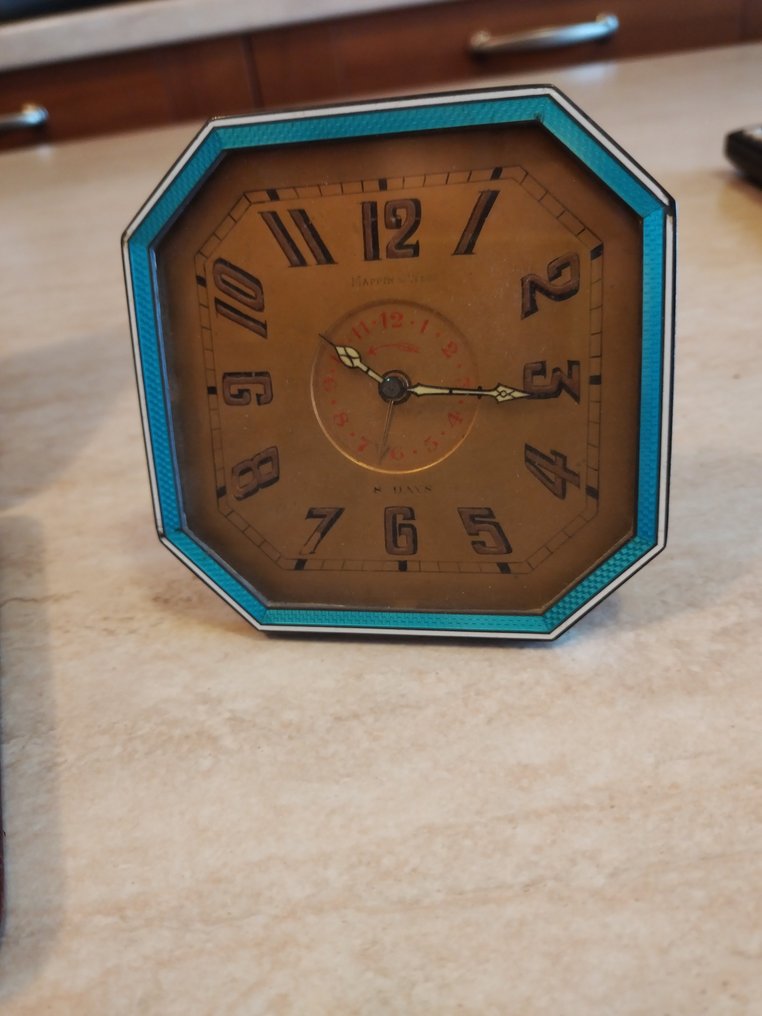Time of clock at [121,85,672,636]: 10:15
